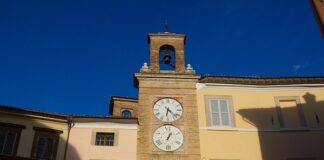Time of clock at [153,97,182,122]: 6:22
